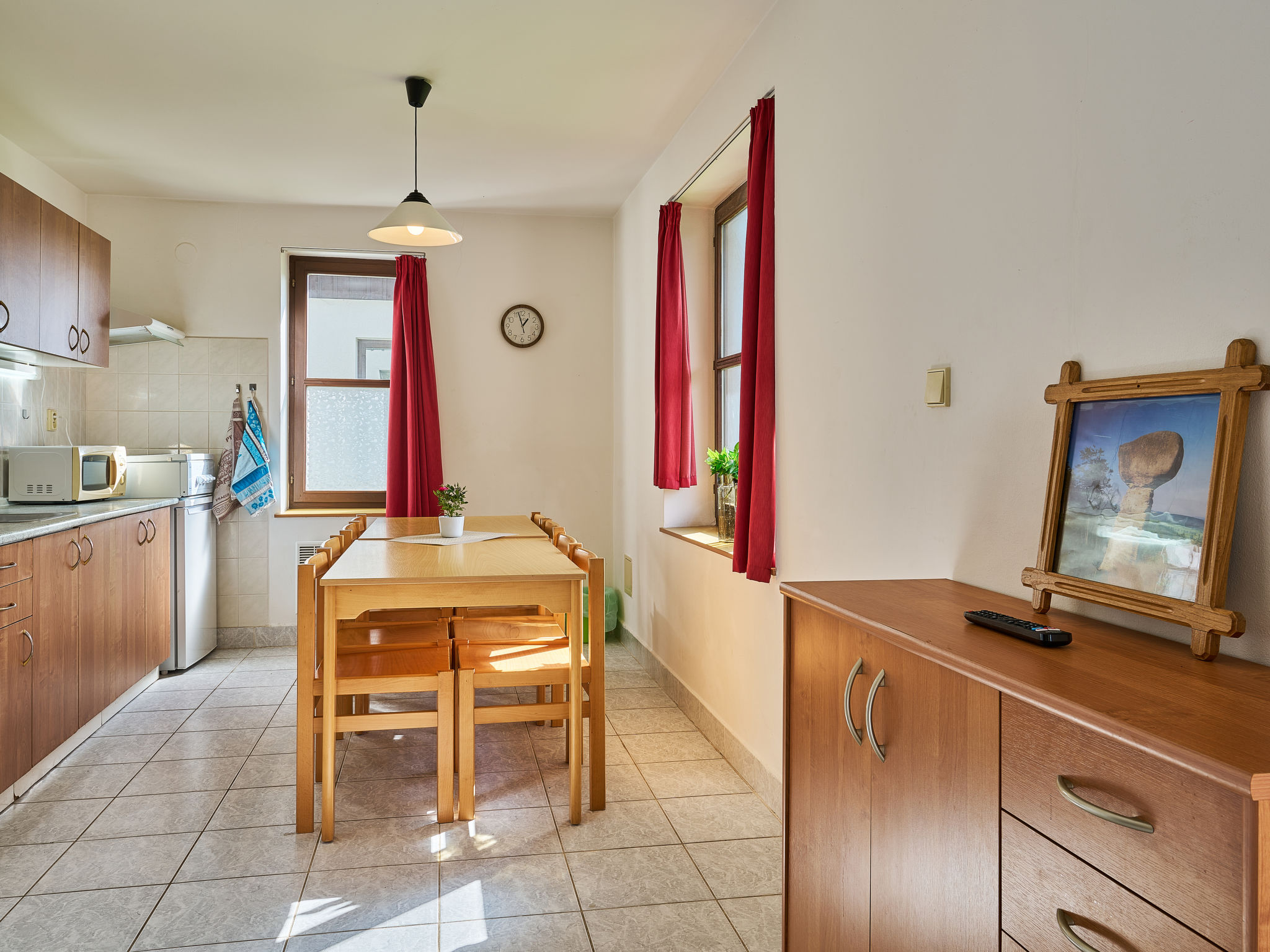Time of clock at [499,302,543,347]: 12:57
